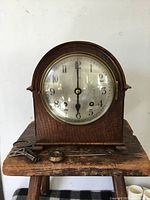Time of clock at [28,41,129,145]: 5:59
